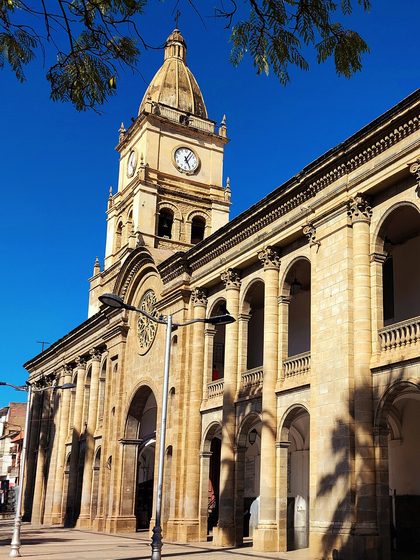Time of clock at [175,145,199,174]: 5:05
